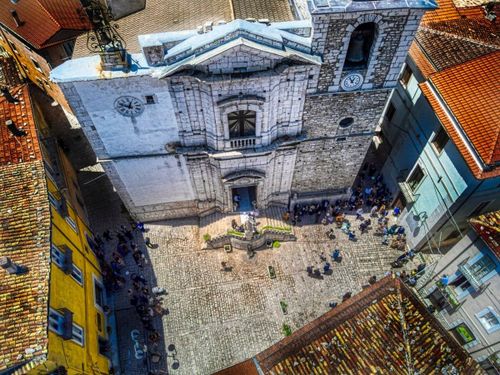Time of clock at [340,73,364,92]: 12:55
